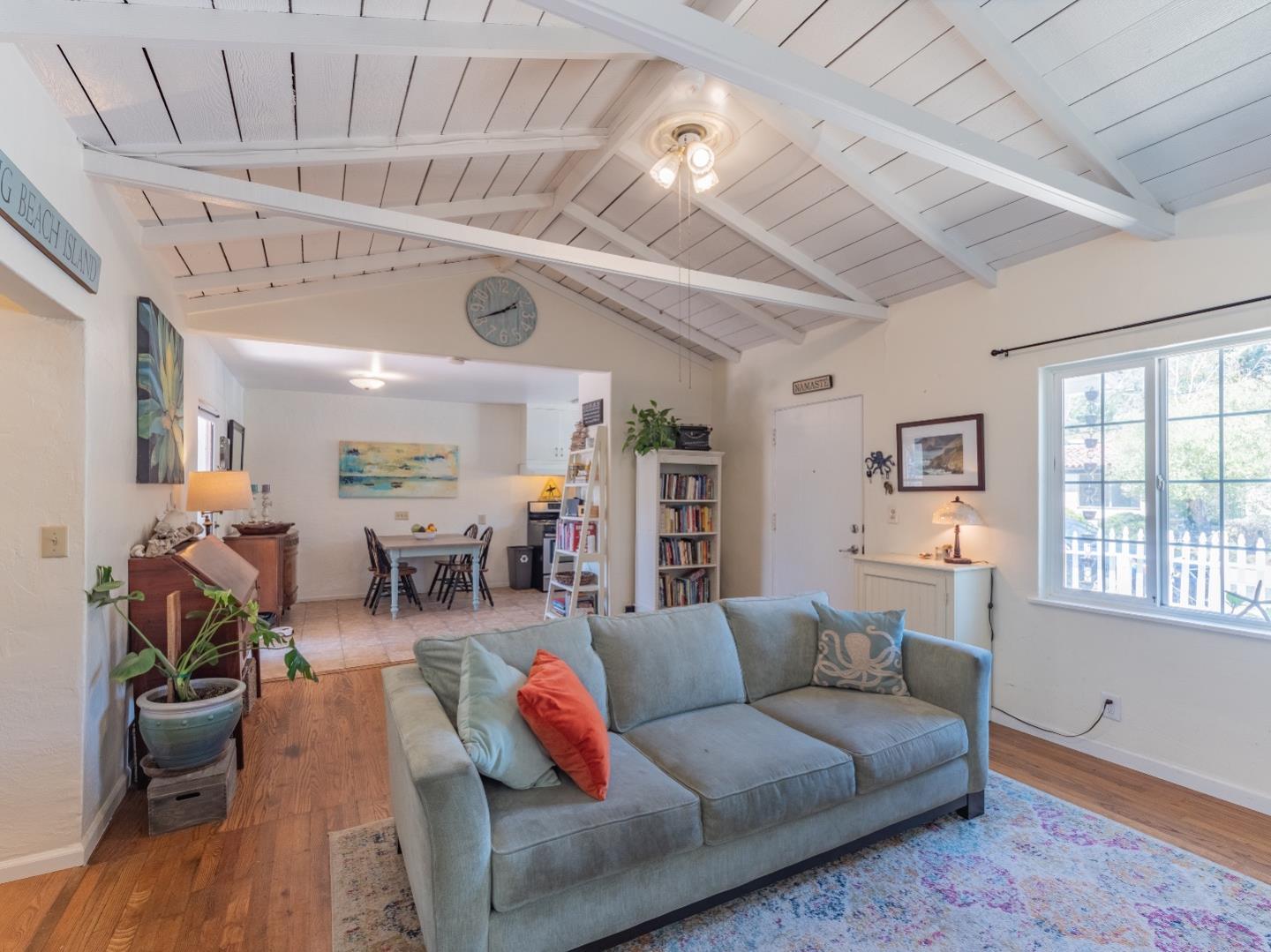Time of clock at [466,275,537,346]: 1:41
